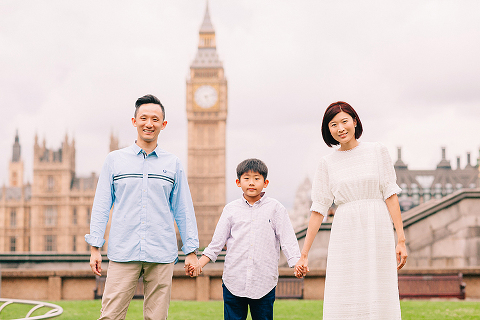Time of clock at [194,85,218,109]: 5:12
